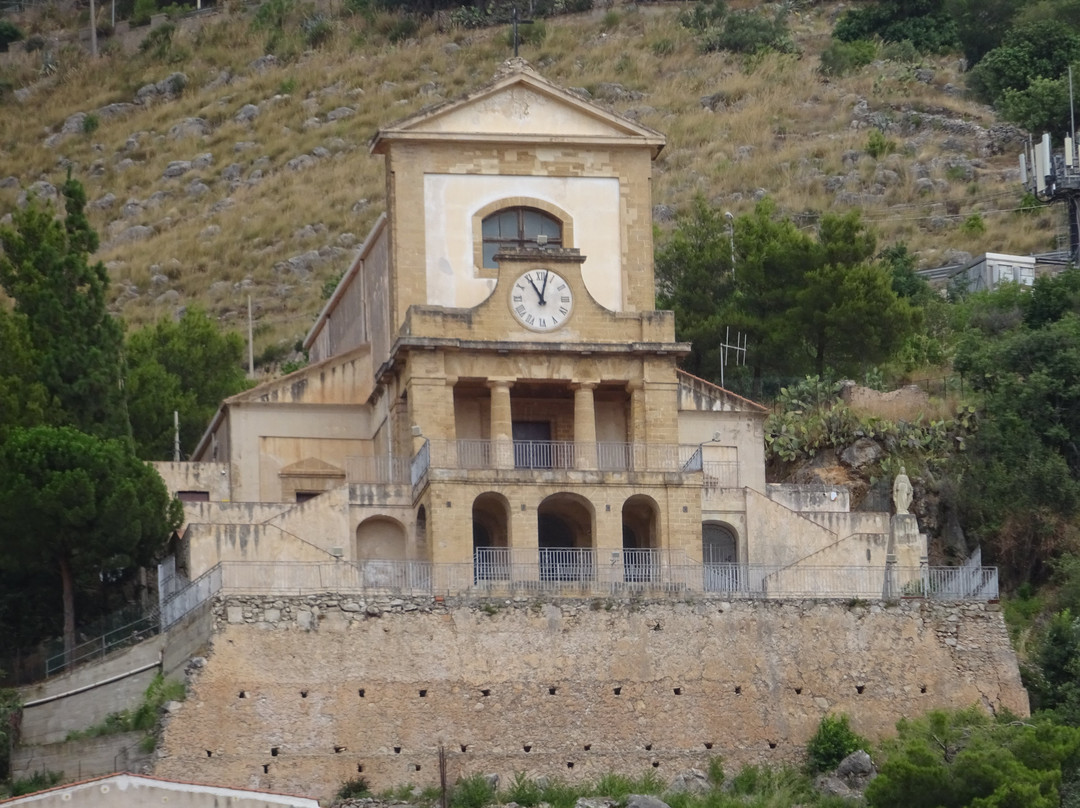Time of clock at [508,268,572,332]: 11:02
